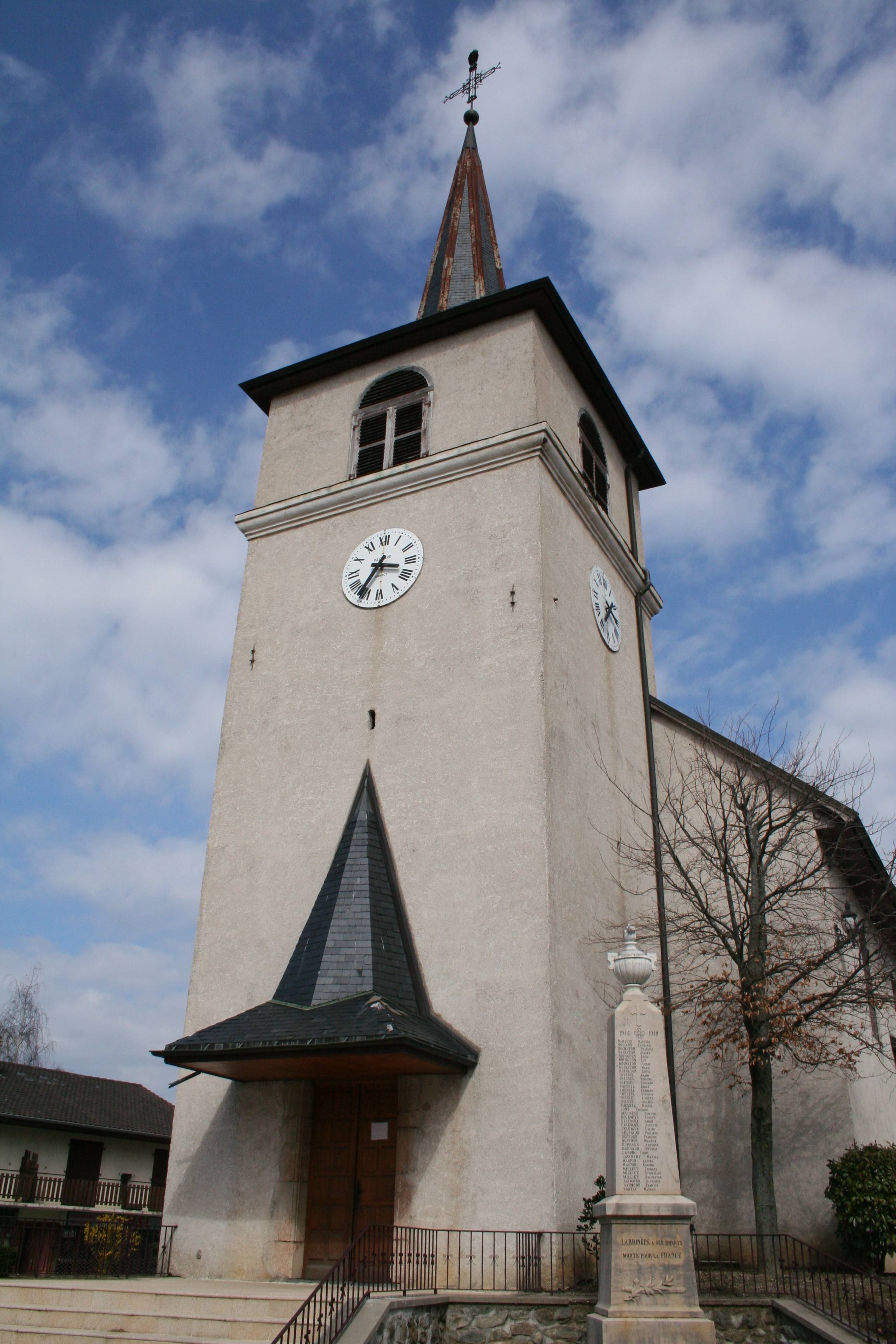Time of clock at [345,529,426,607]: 3:35
